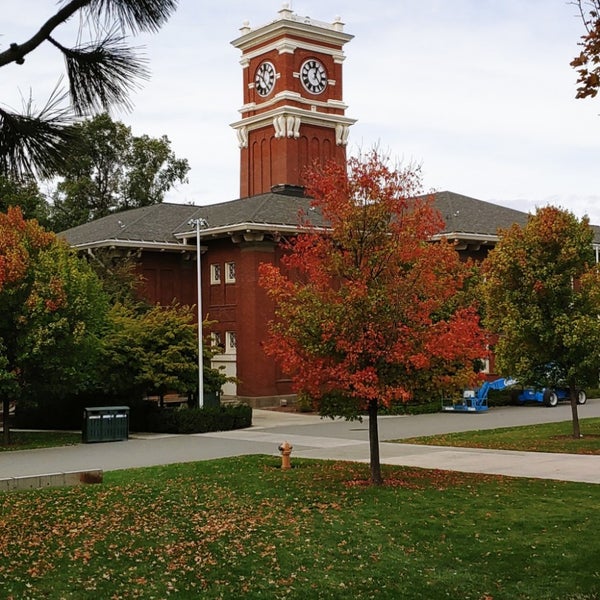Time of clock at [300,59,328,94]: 12:23
